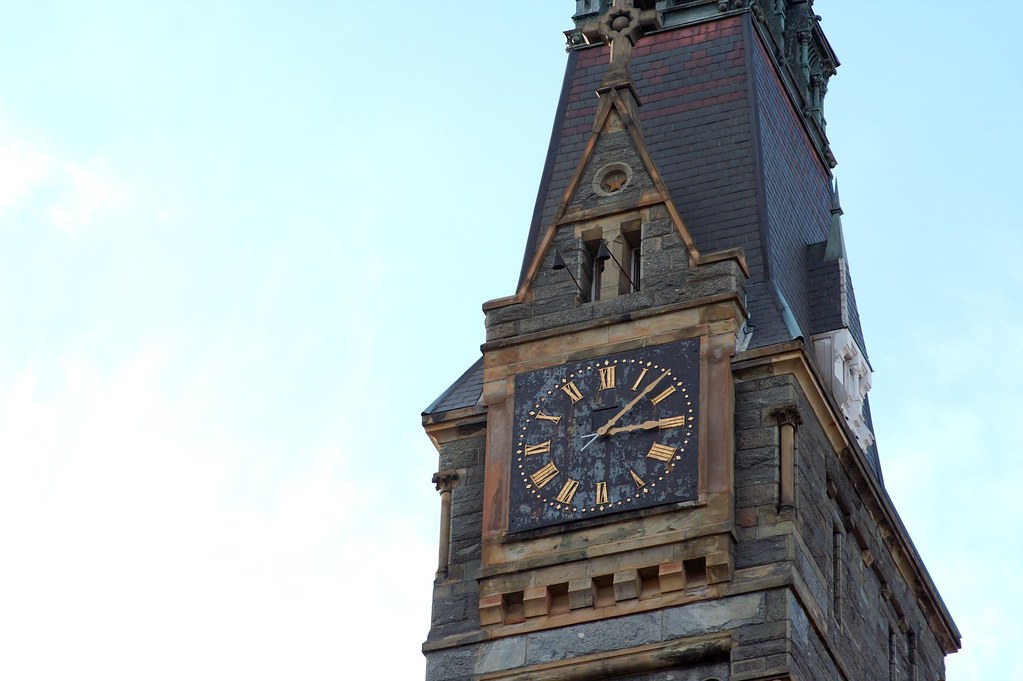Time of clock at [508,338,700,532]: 3:07
